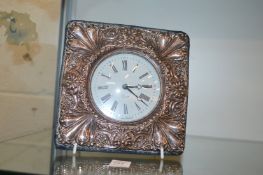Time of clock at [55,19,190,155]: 4:14
